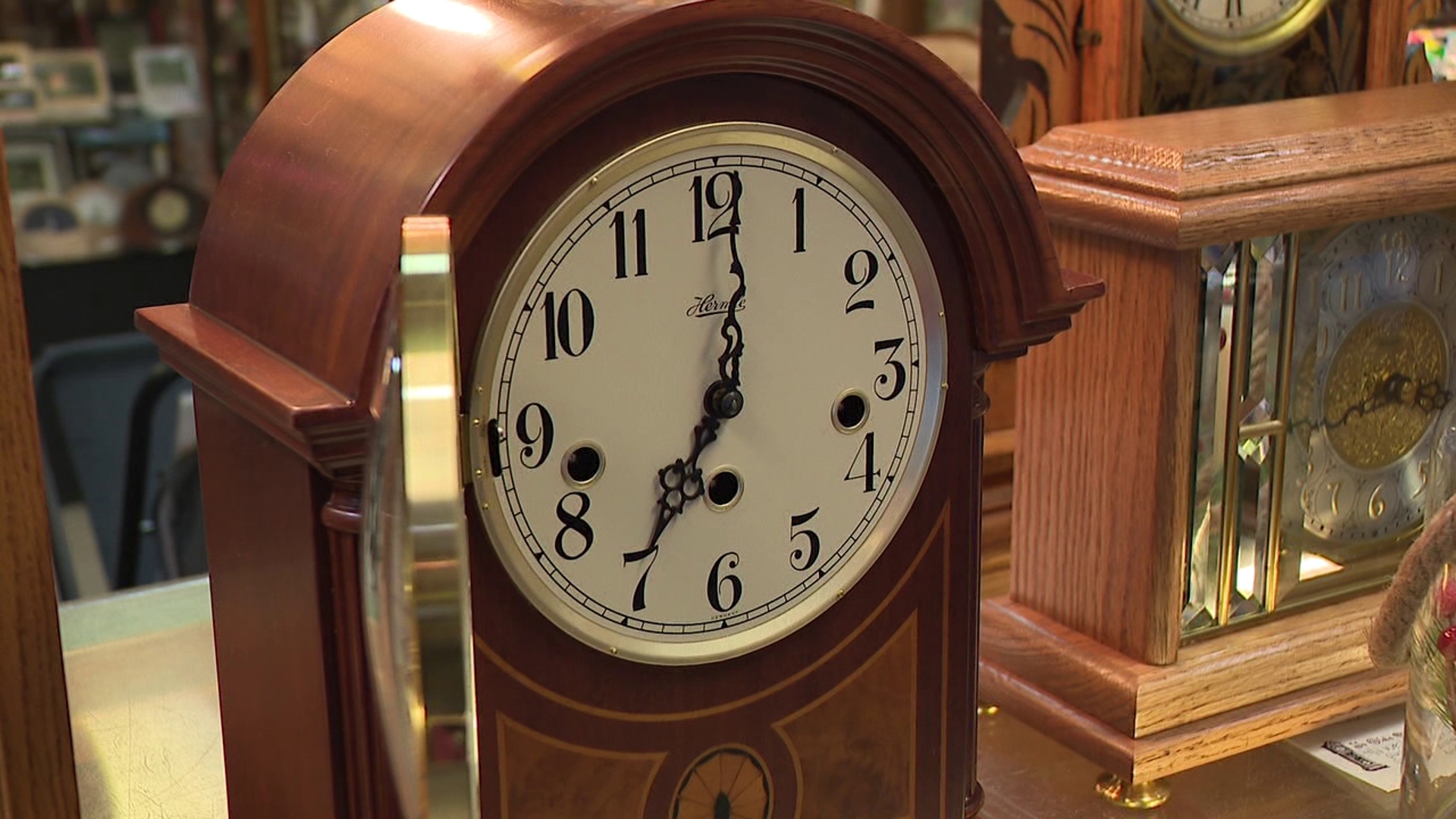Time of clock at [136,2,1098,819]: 7:01
